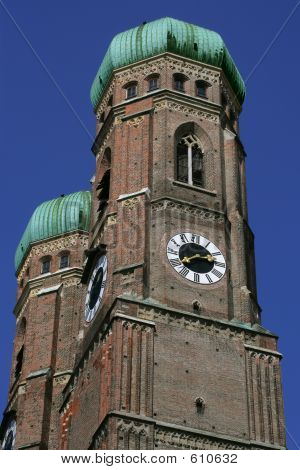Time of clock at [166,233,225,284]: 2:38
